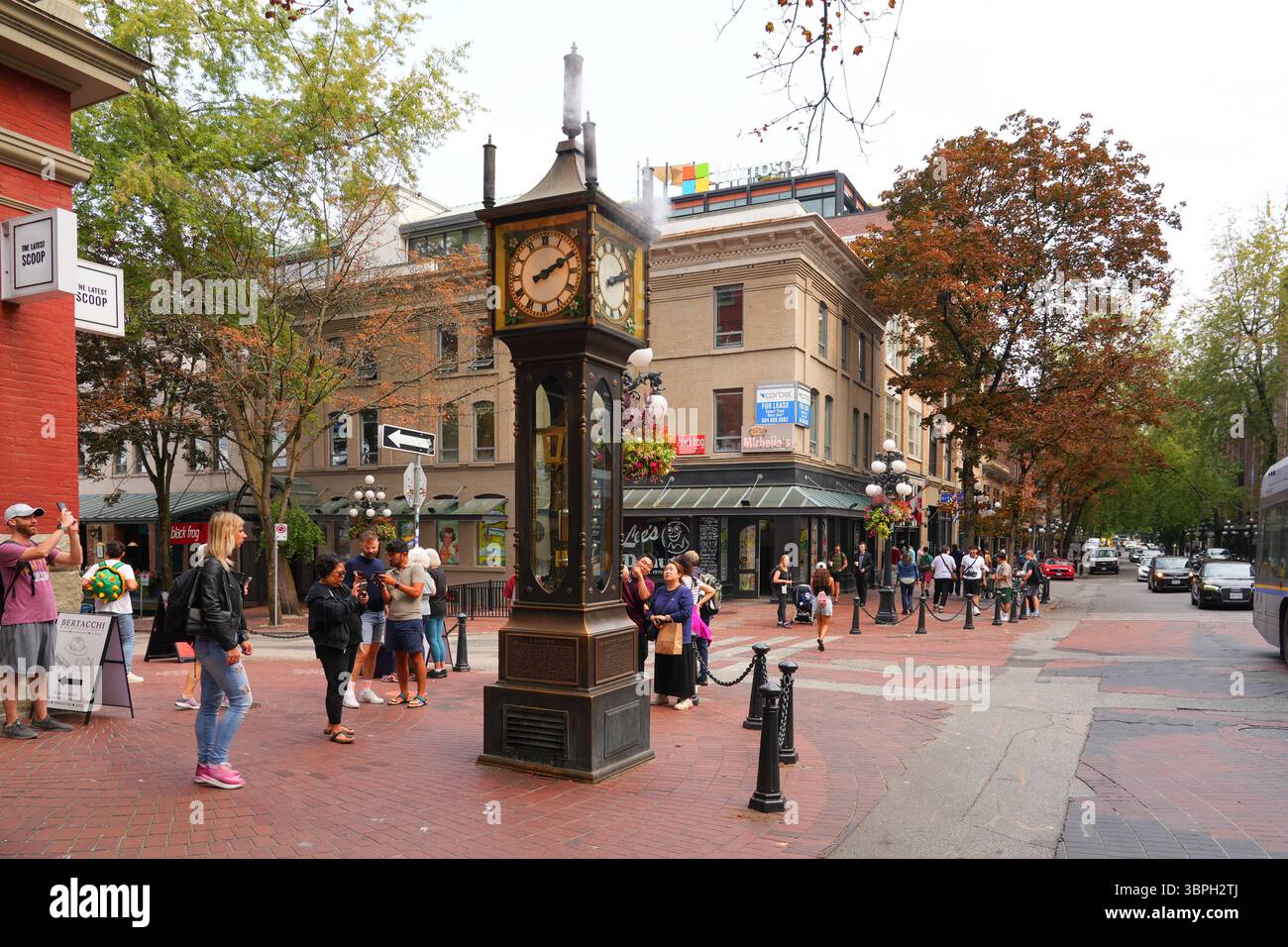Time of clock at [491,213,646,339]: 2:11
